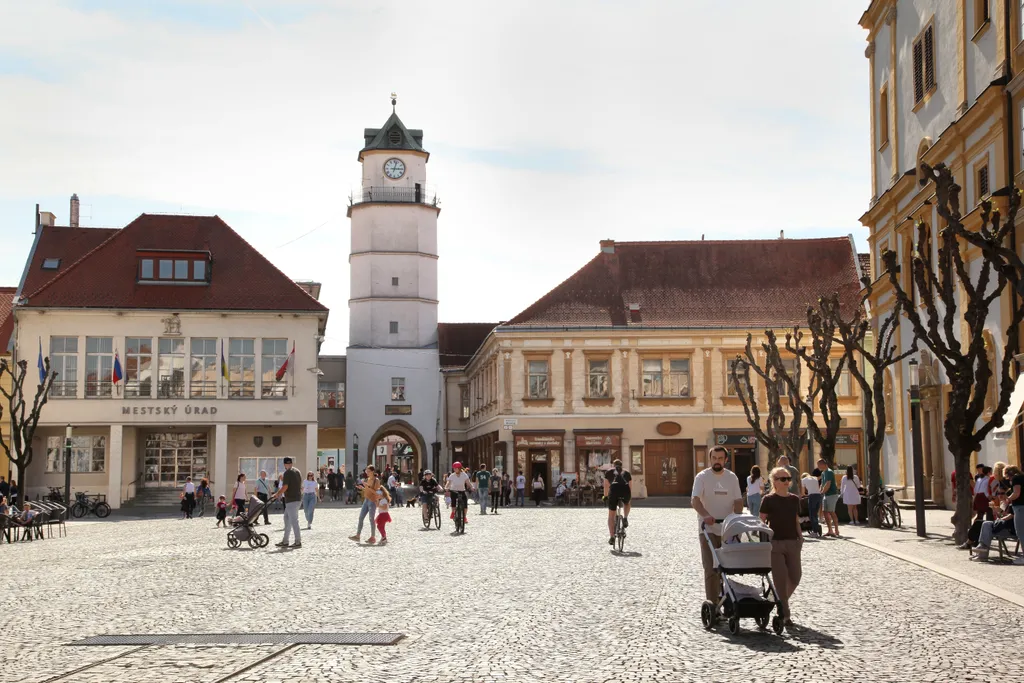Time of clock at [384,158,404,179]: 3:02
